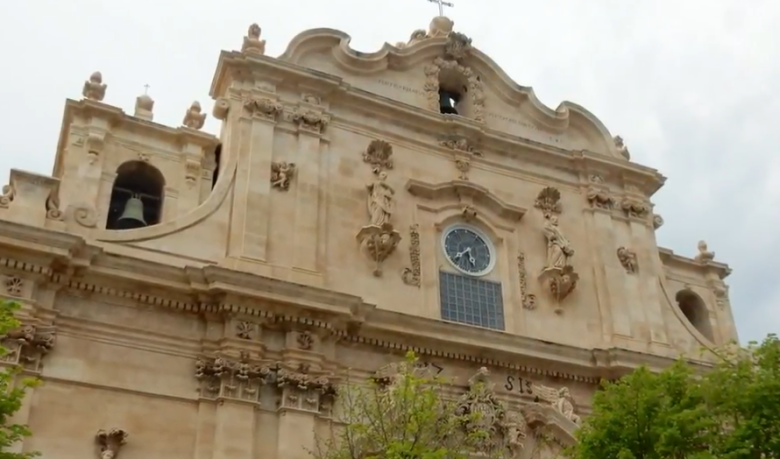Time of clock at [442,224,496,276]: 5:38
